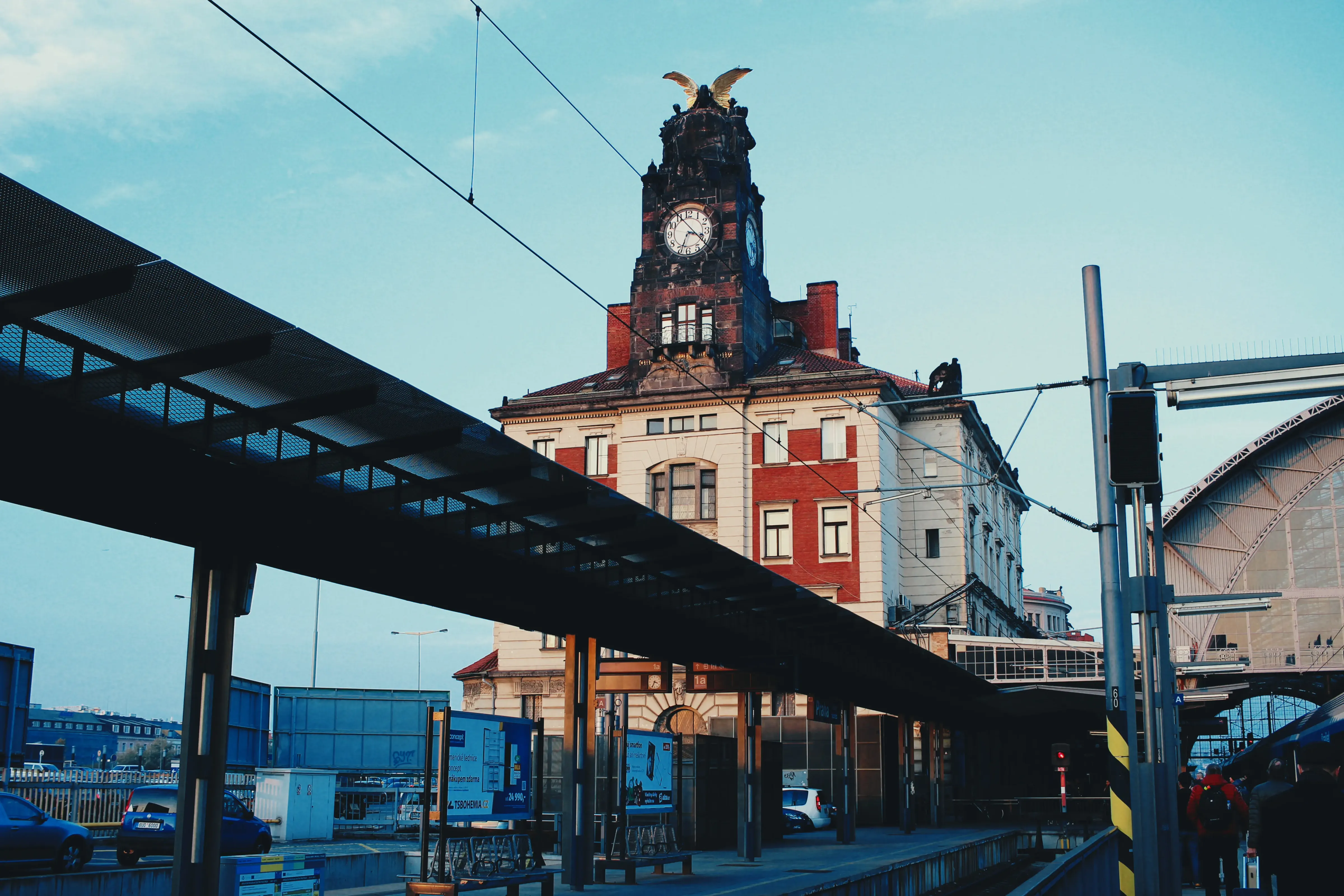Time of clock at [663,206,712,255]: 3:33
